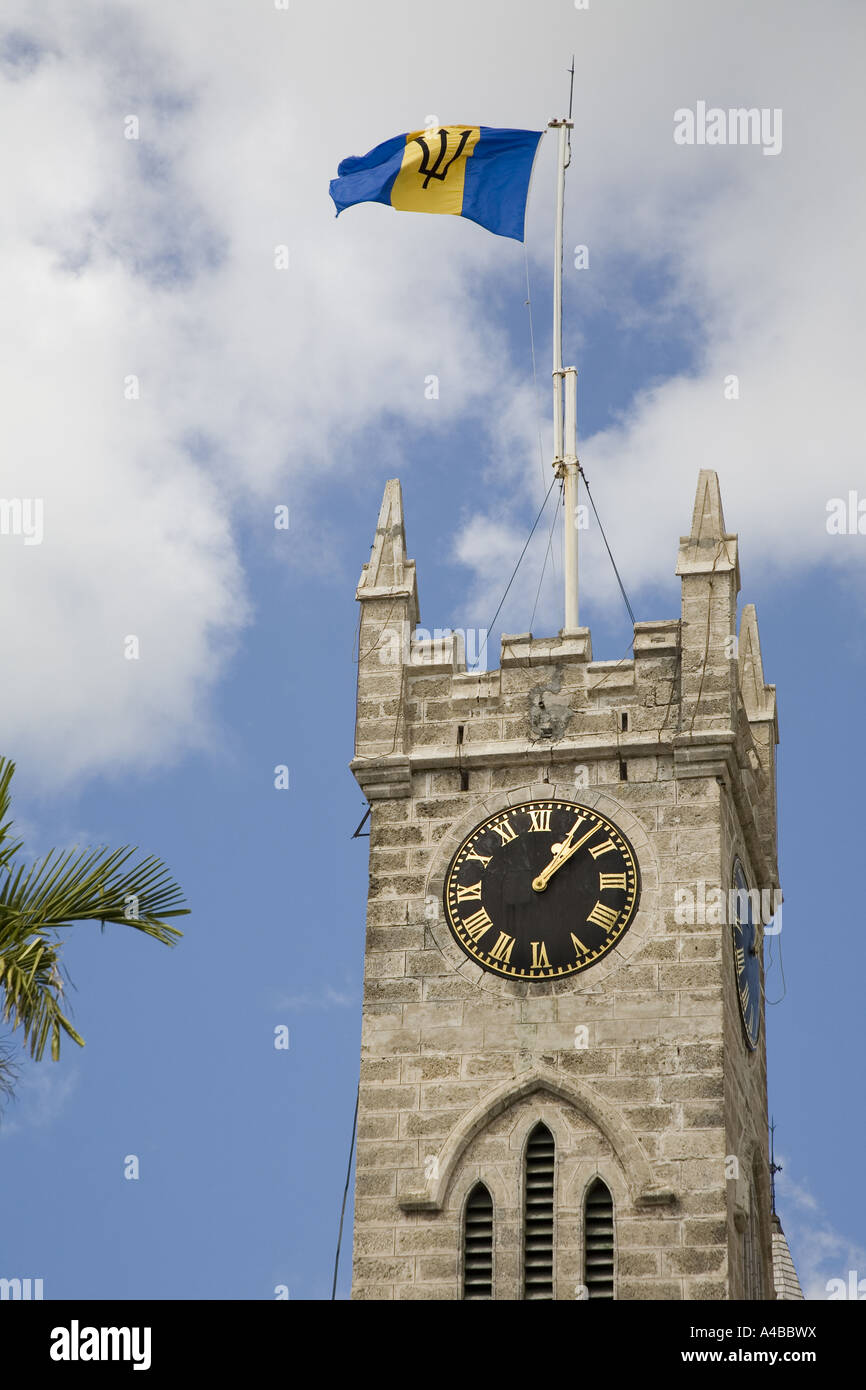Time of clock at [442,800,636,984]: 1:07
